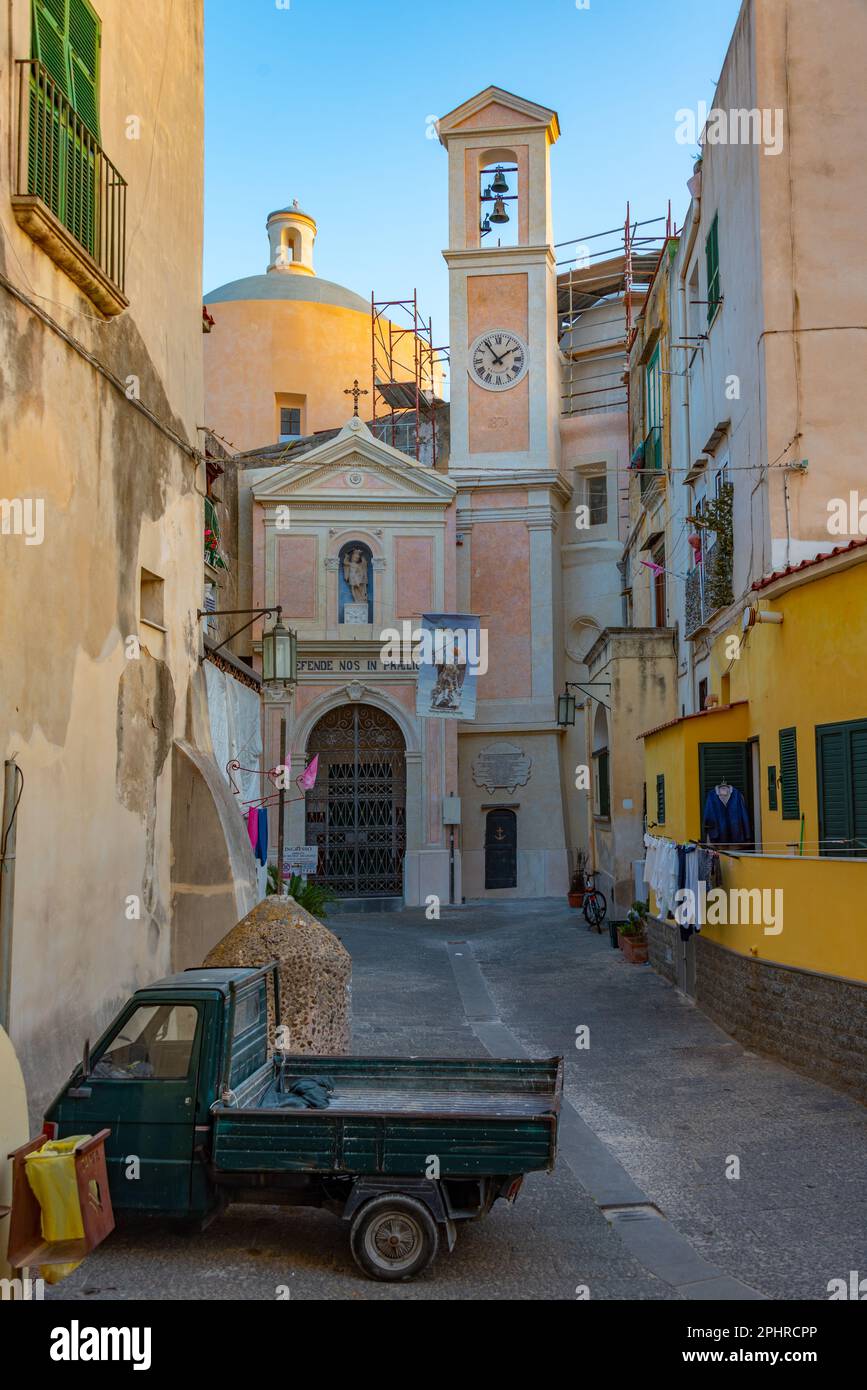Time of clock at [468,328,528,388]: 1:53
